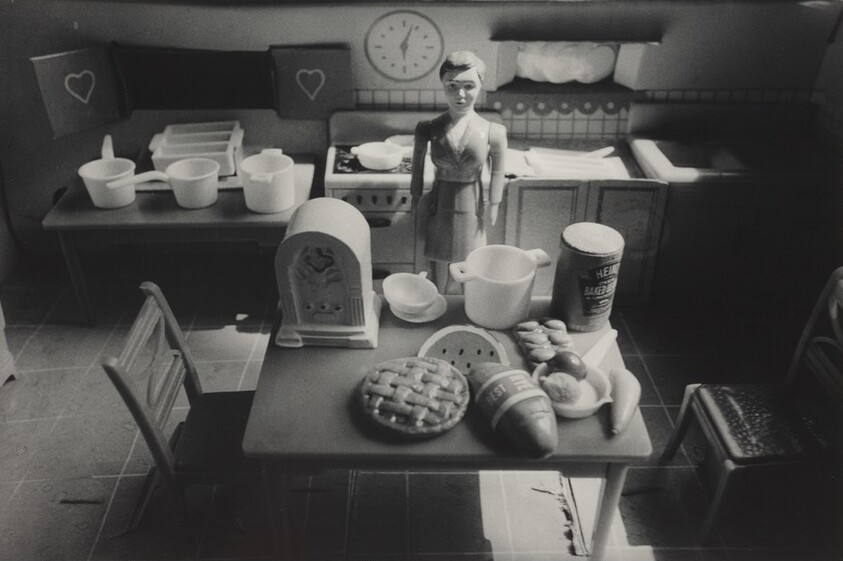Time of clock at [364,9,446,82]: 6:03
